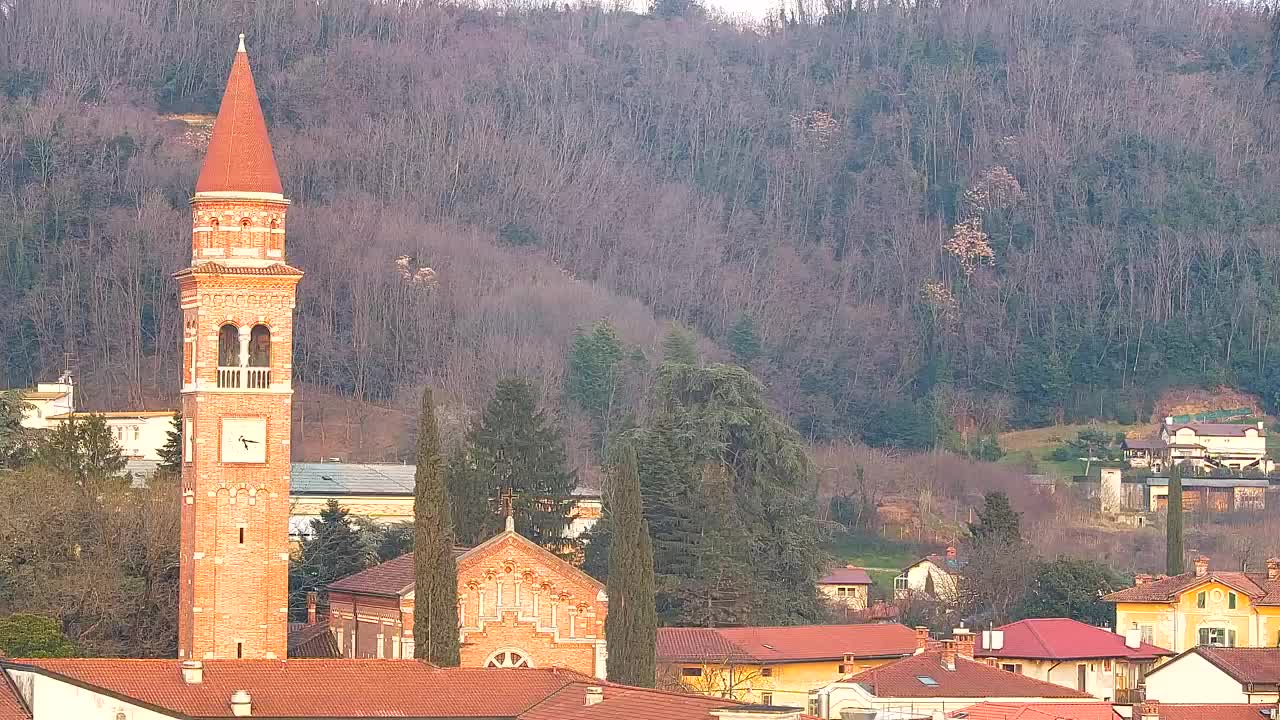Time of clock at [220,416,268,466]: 5:16
